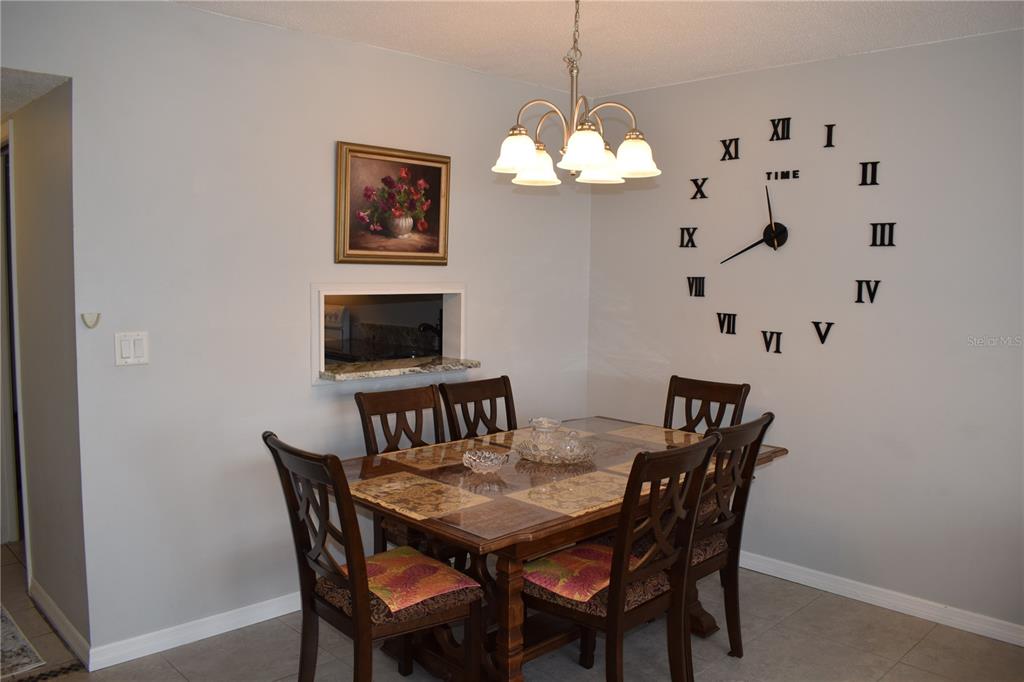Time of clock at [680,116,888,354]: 11:40
